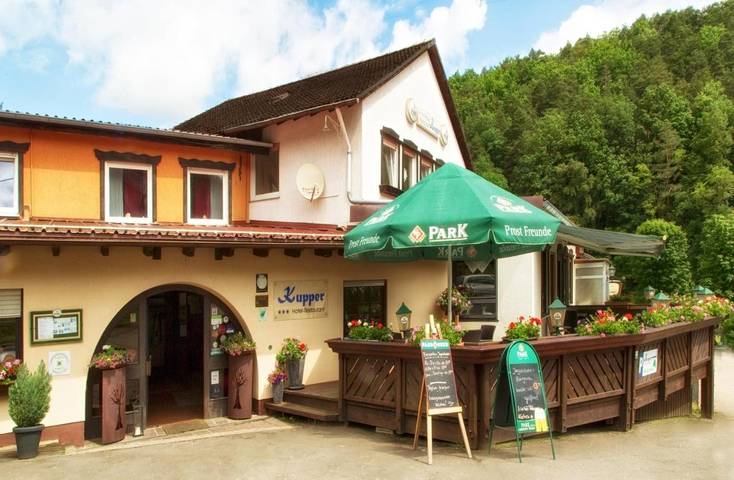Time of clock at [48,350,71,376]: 7:23
